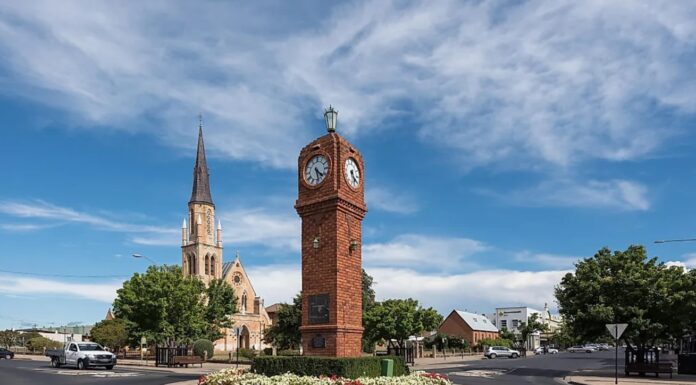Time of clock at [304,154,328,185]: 4:28
